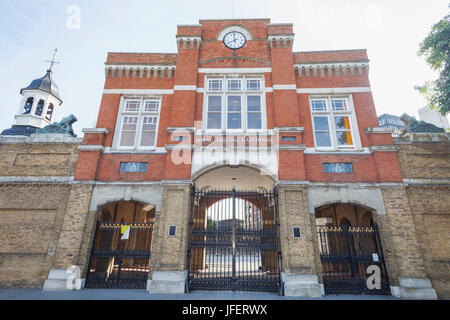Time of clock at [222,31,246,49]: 7:58
